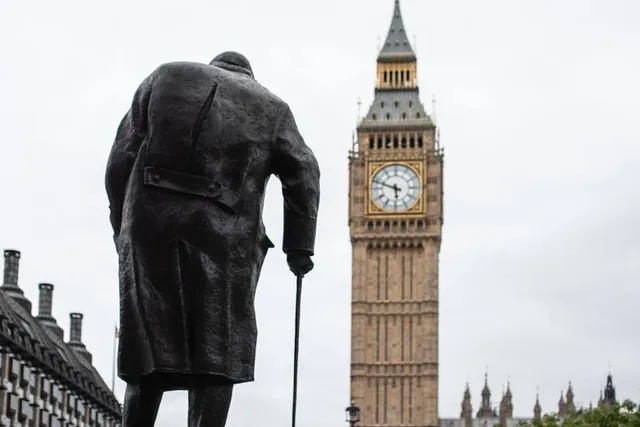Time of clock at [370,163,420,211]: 5:48
